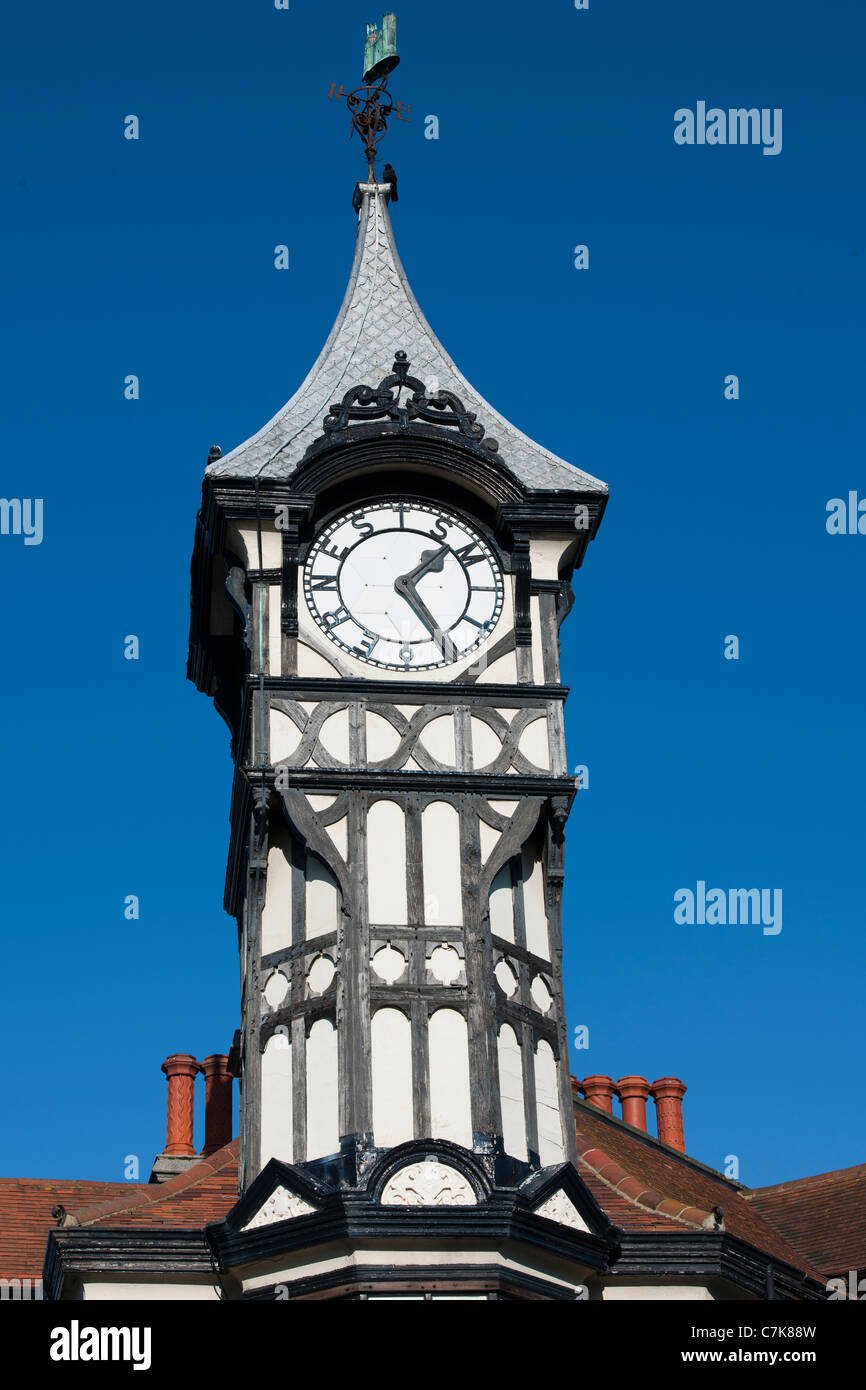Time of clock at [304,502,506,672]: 1:24
